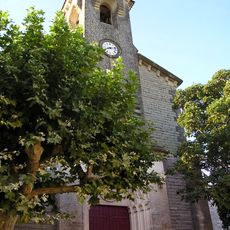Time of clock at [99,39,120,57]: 8:12
